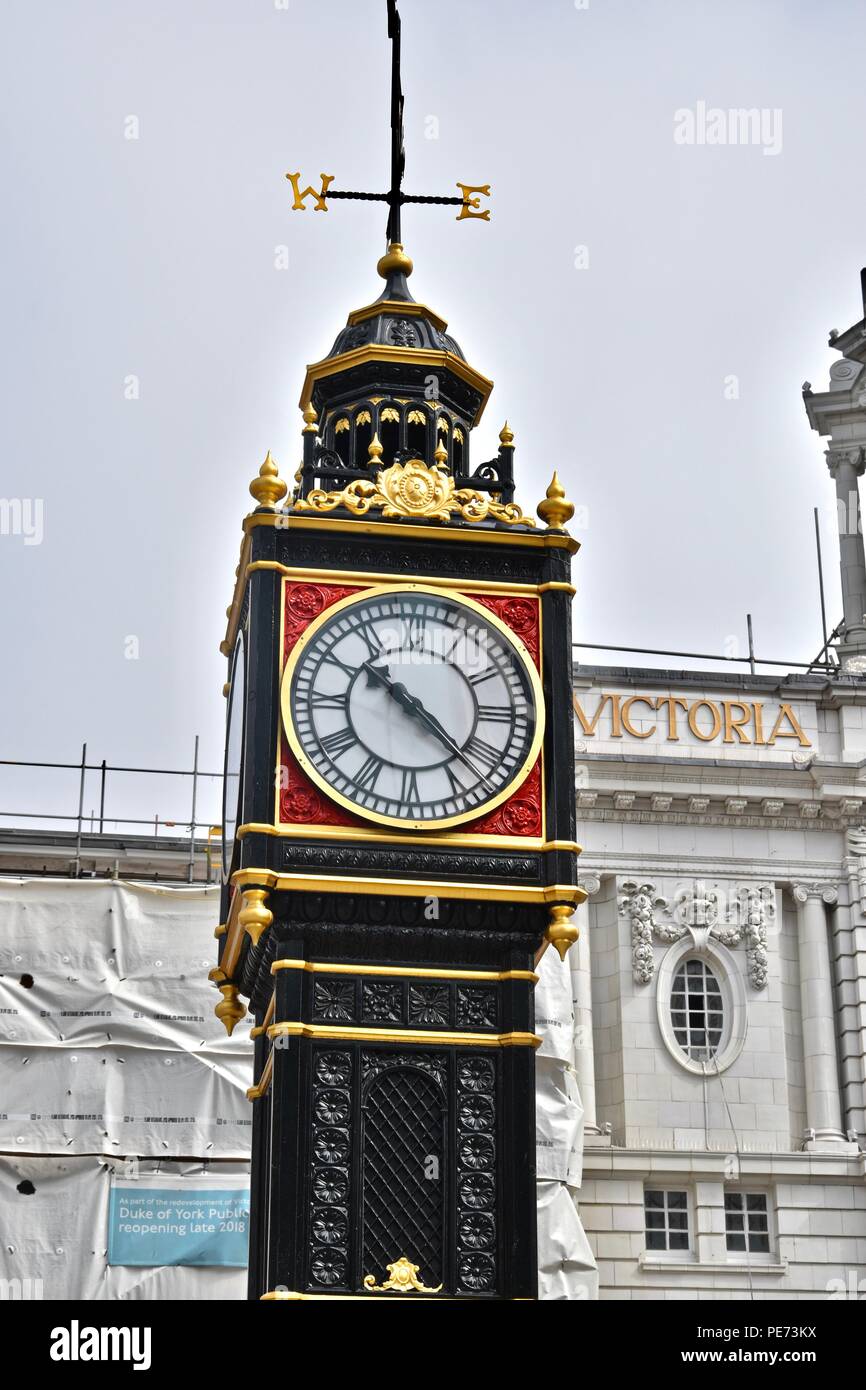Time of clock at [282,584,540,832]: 10:22
